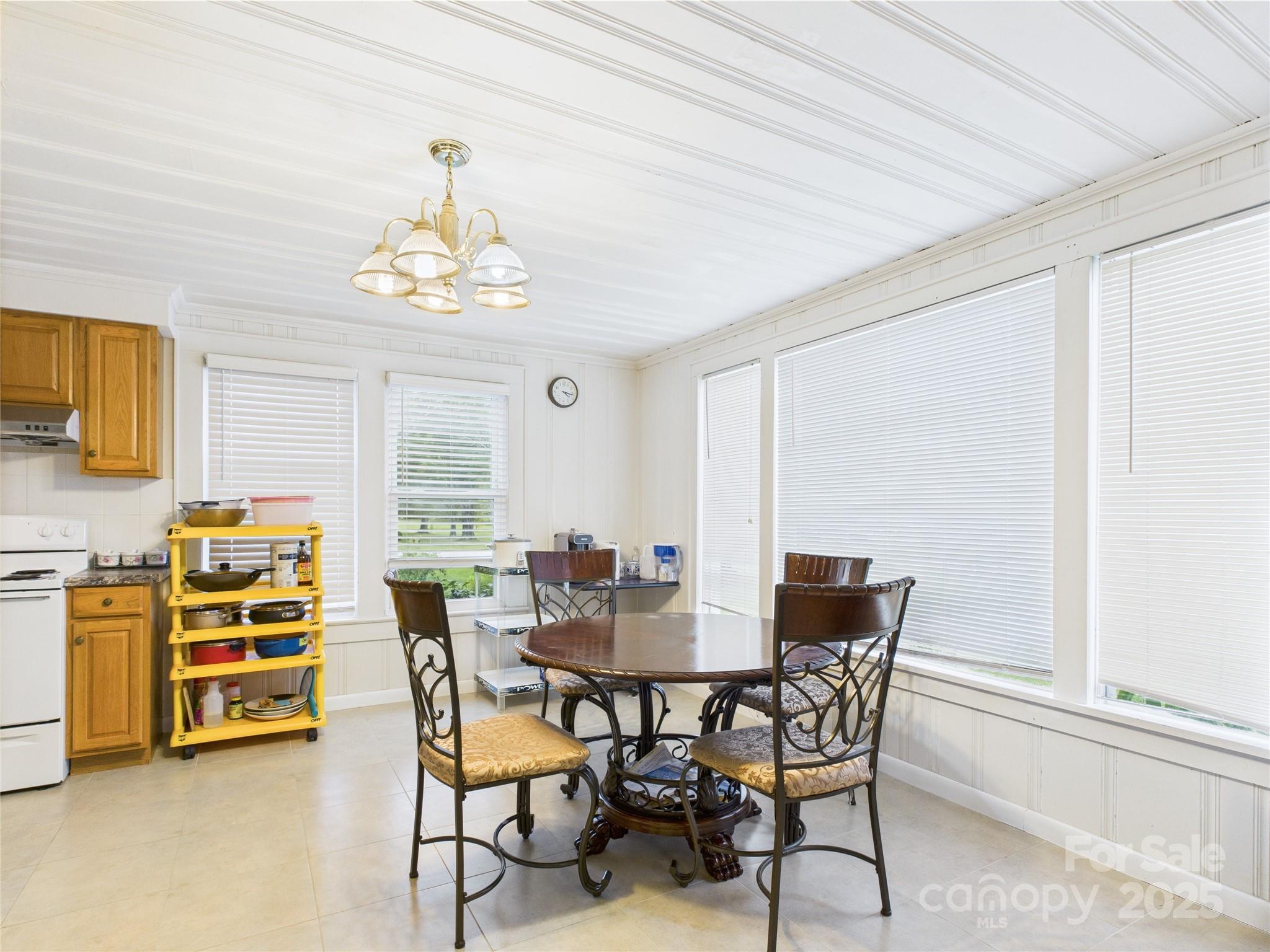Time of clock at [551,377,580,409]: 4:17
